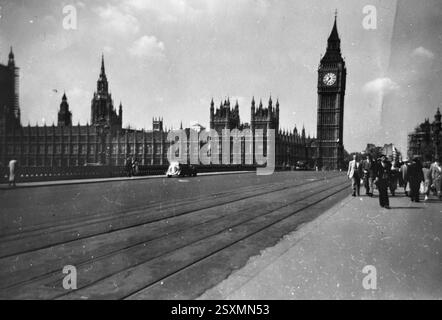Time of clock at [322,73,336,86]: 11:36
